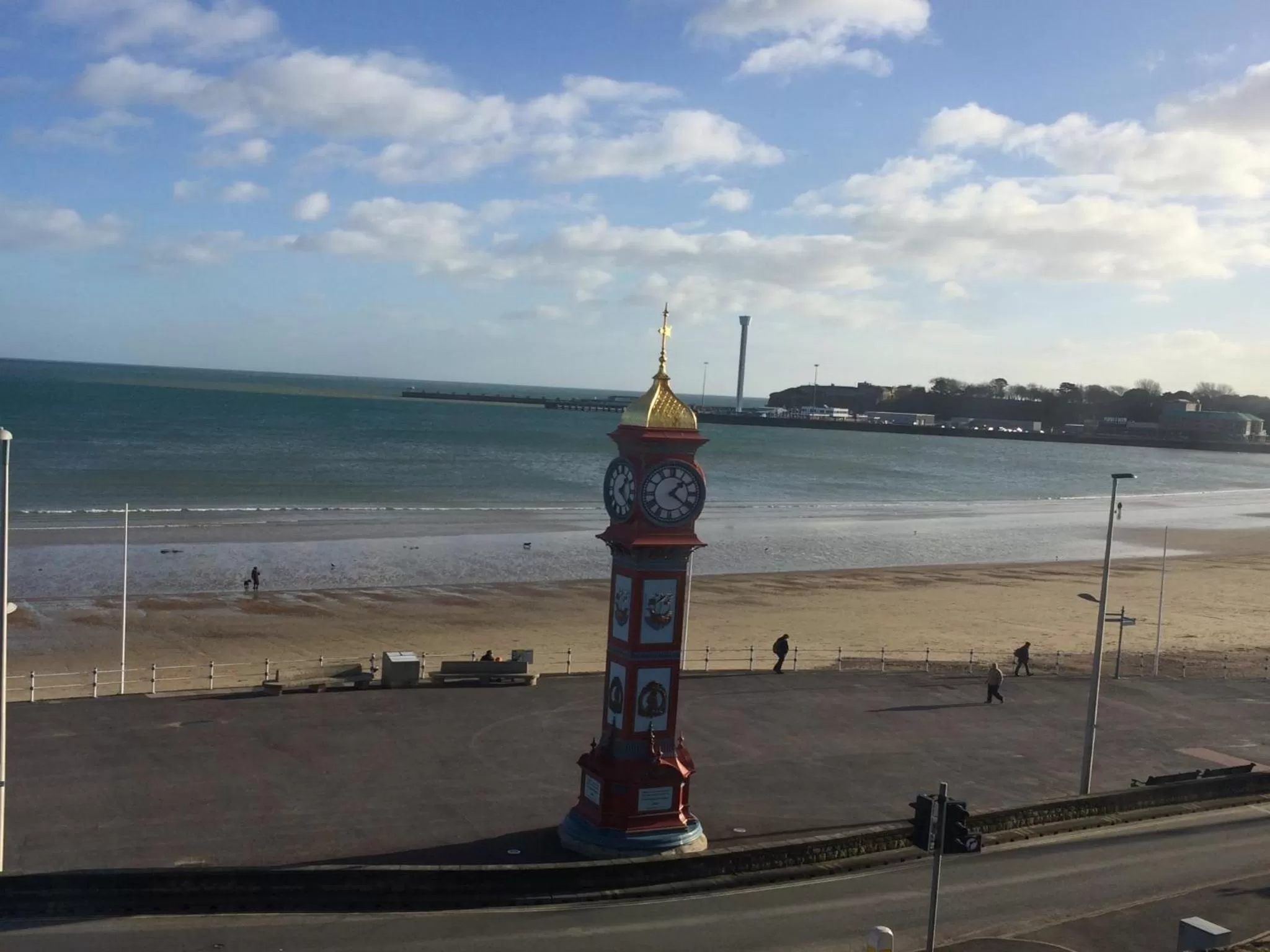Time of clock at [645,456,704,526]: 1:21
